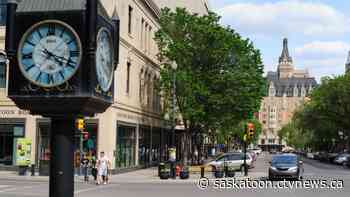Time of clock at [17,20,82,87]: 4:18
